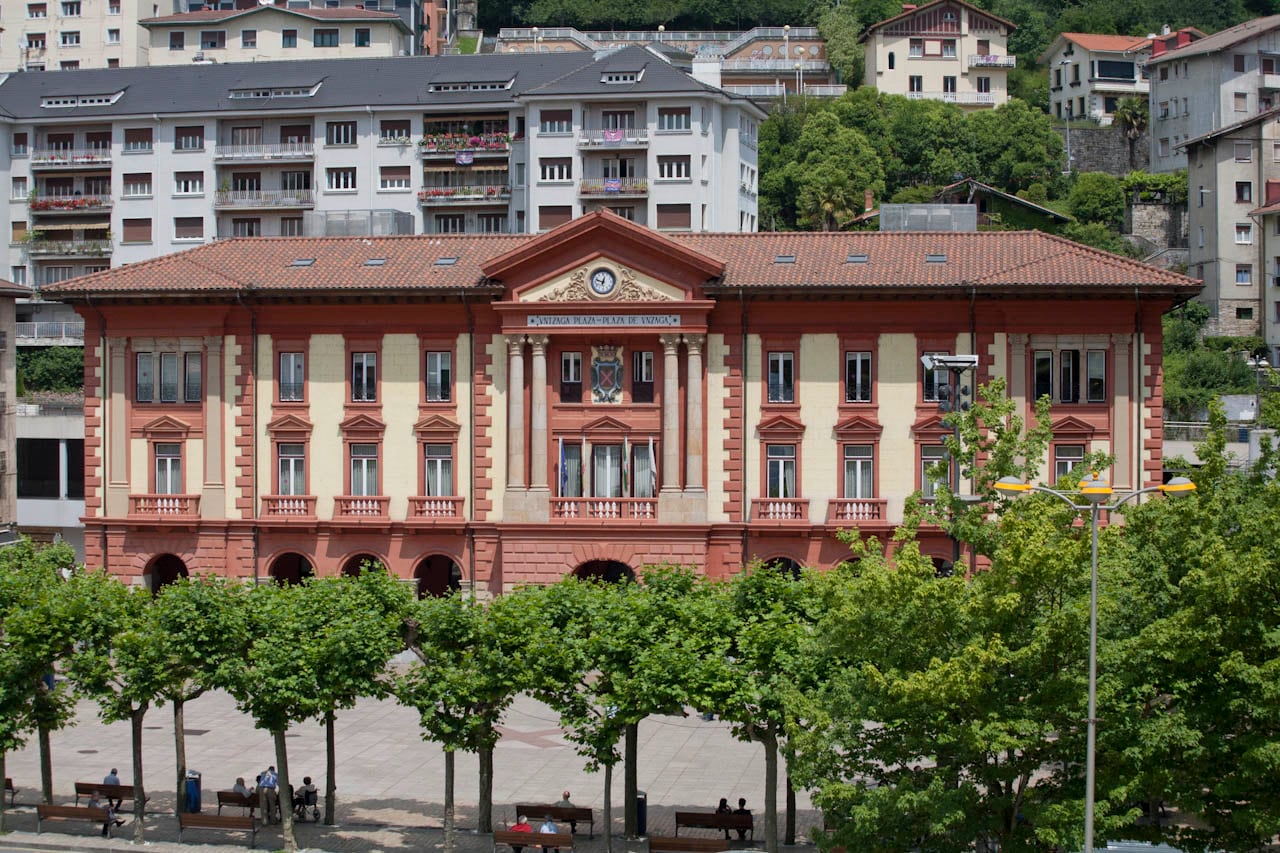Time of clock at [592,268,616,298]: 12:48
